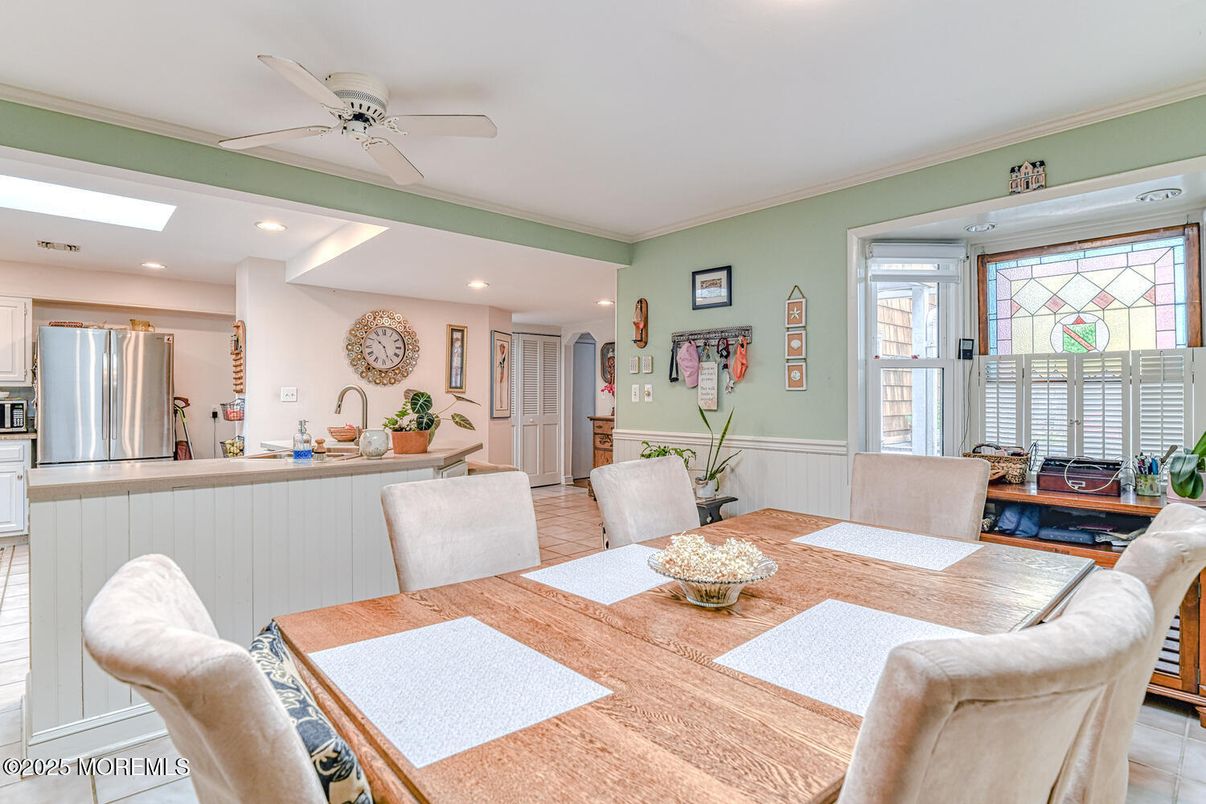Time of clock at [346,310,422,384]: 10:26
